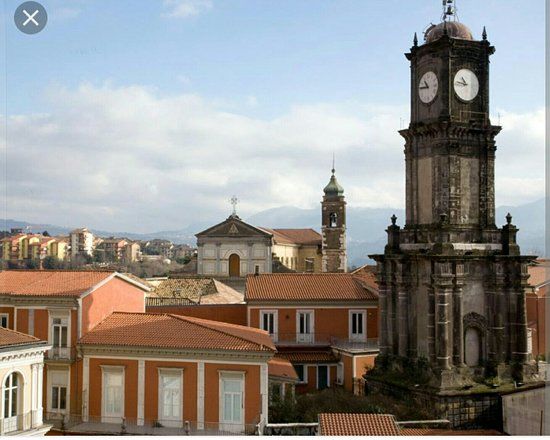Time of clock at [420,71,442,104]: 10:45
